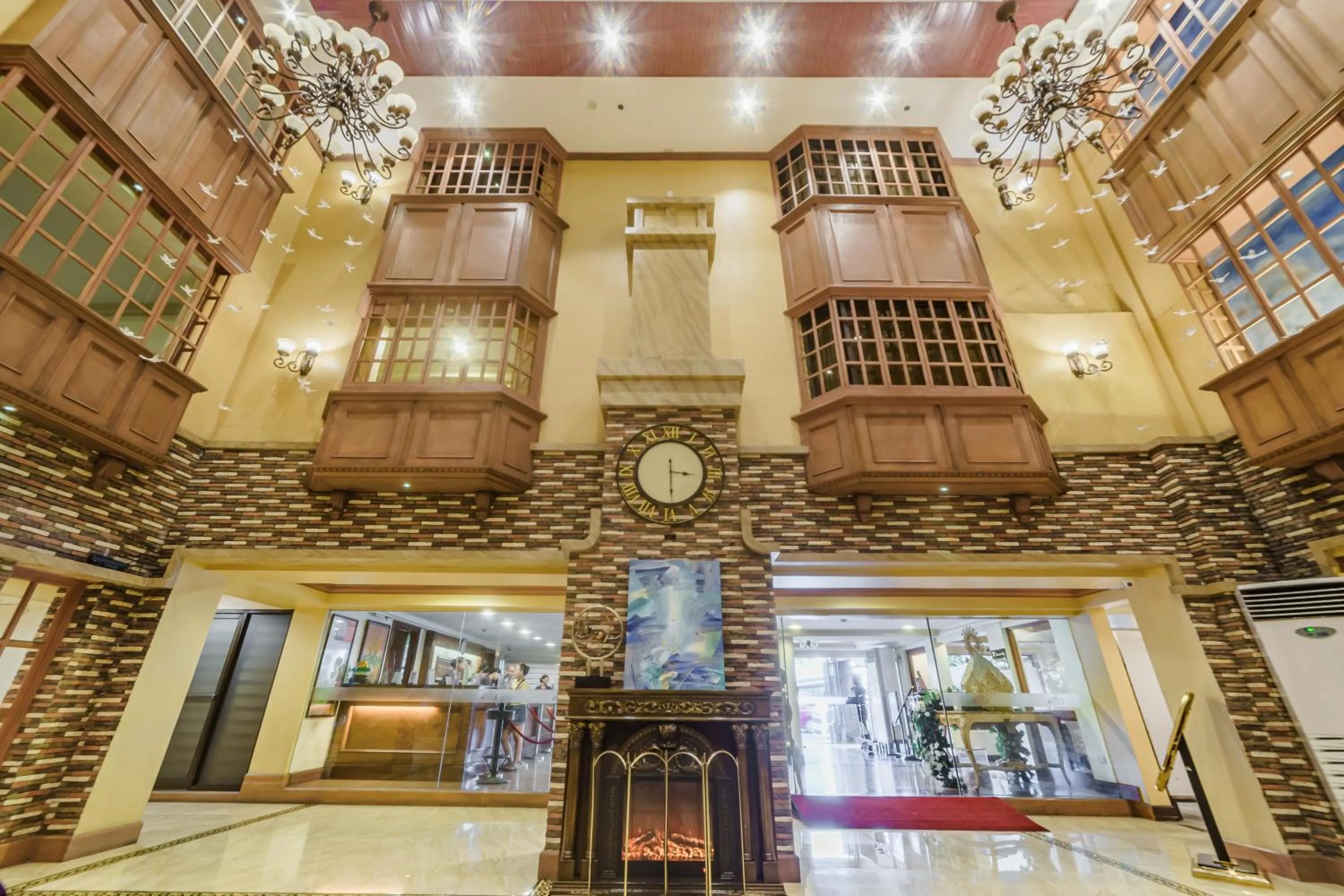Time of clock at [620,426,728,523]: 3:29
